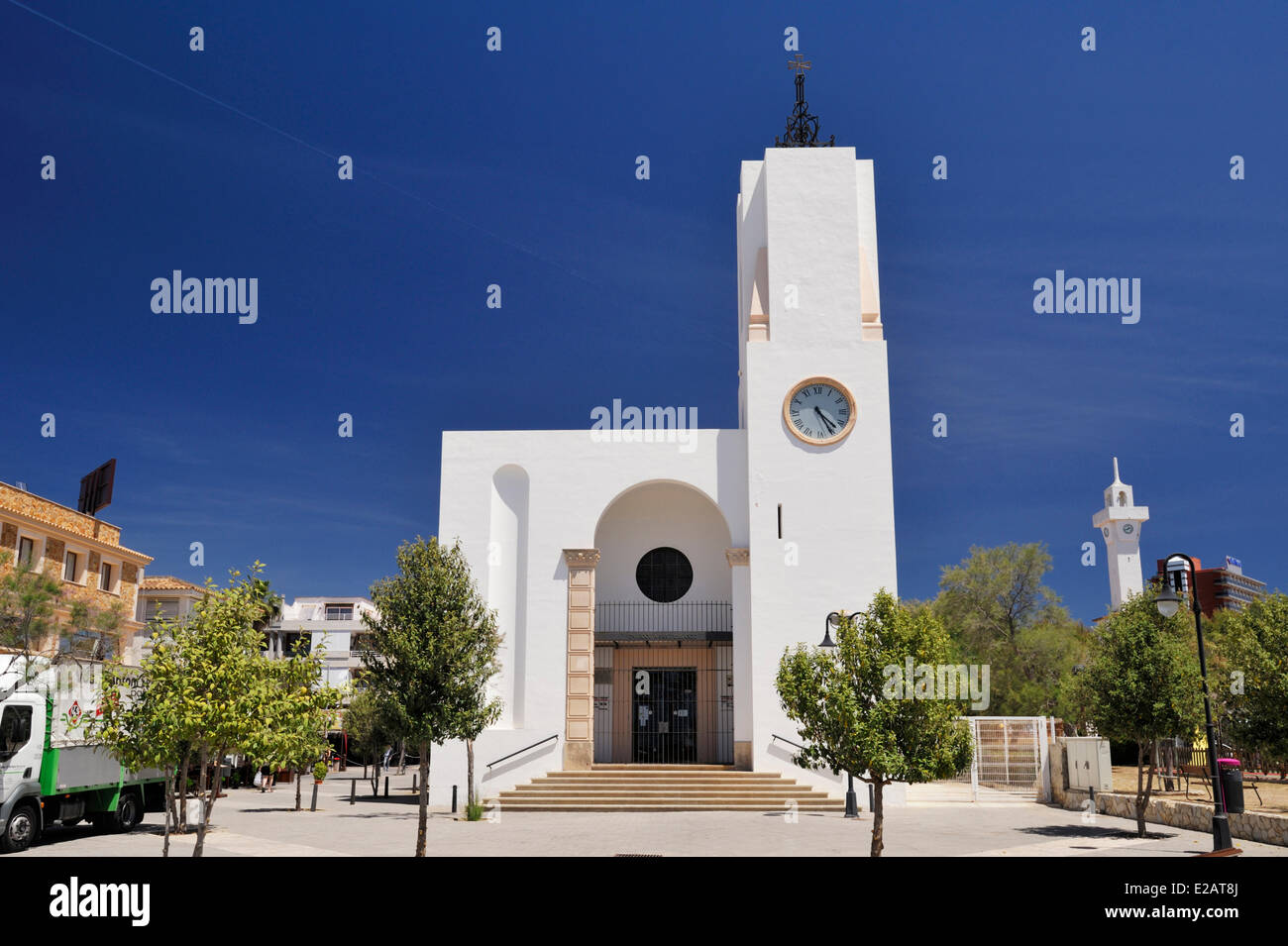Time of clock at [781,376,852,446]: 4:25
